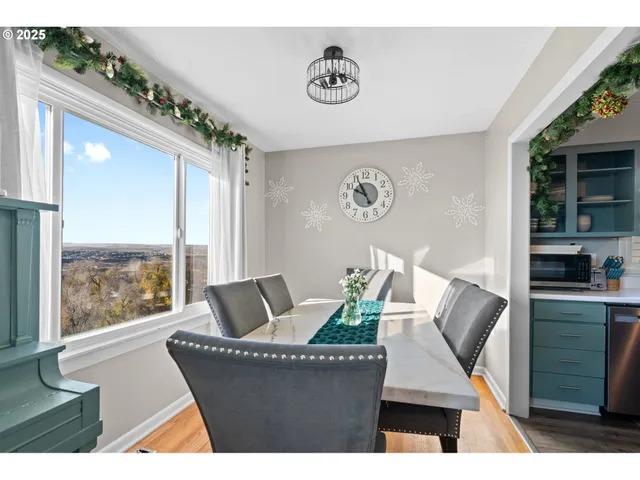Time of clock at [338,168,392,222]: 9:55
